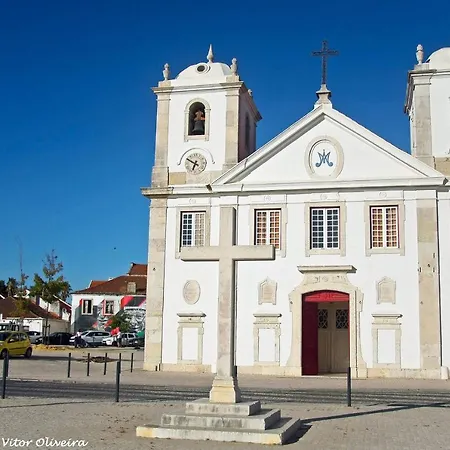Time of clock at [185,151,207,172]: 6:50
